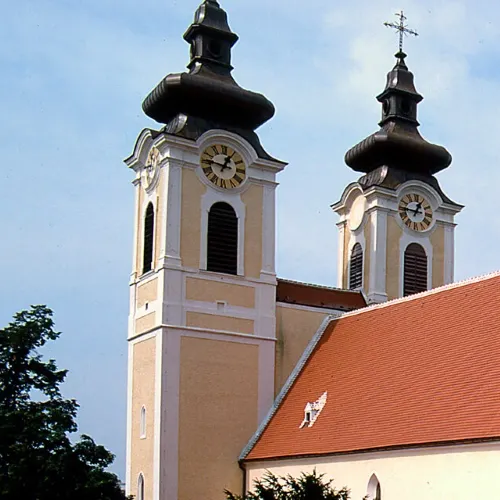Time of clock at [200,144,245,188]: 12:46
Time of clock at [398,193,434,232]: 12:45
